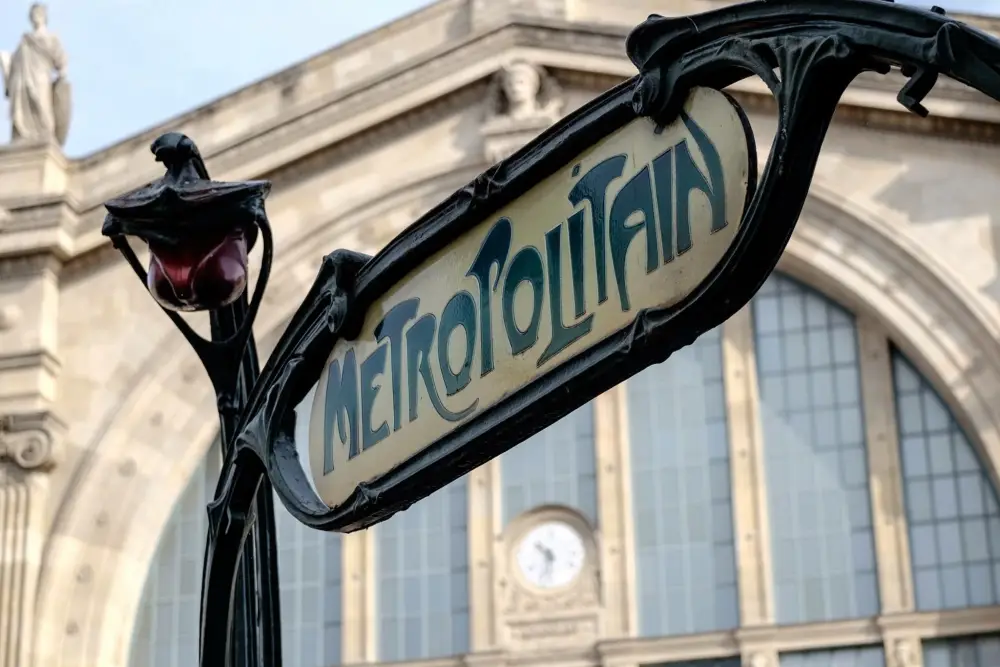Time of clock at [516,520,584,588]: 10:32
